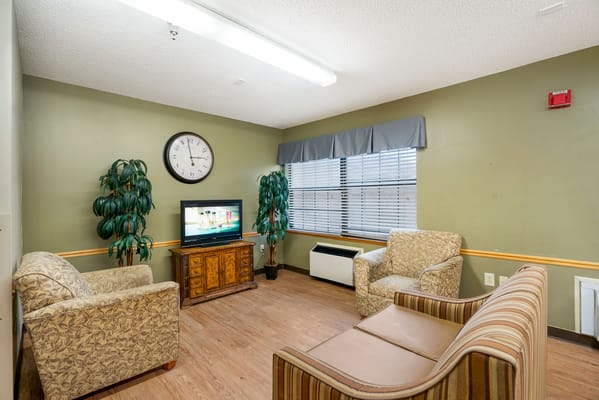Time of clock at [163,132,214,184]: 2:58
